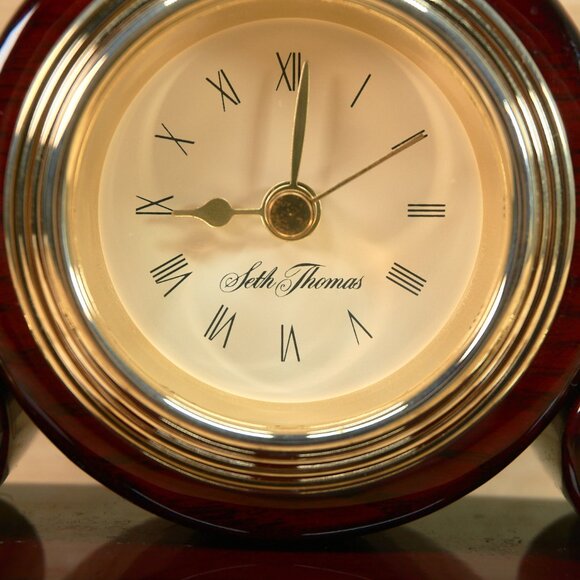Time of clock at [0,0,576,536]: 9:01
